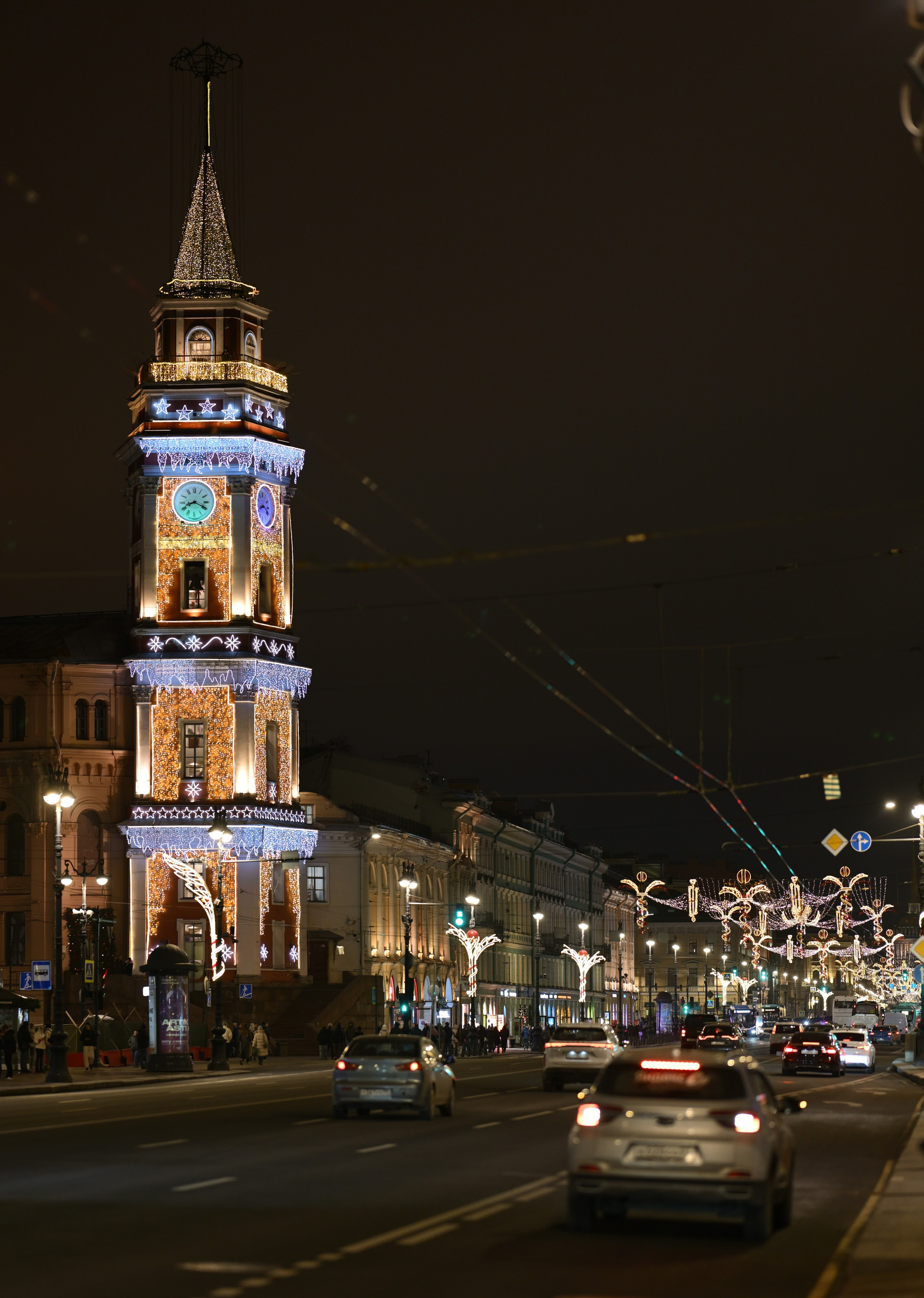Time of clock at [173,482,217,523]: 8:19
